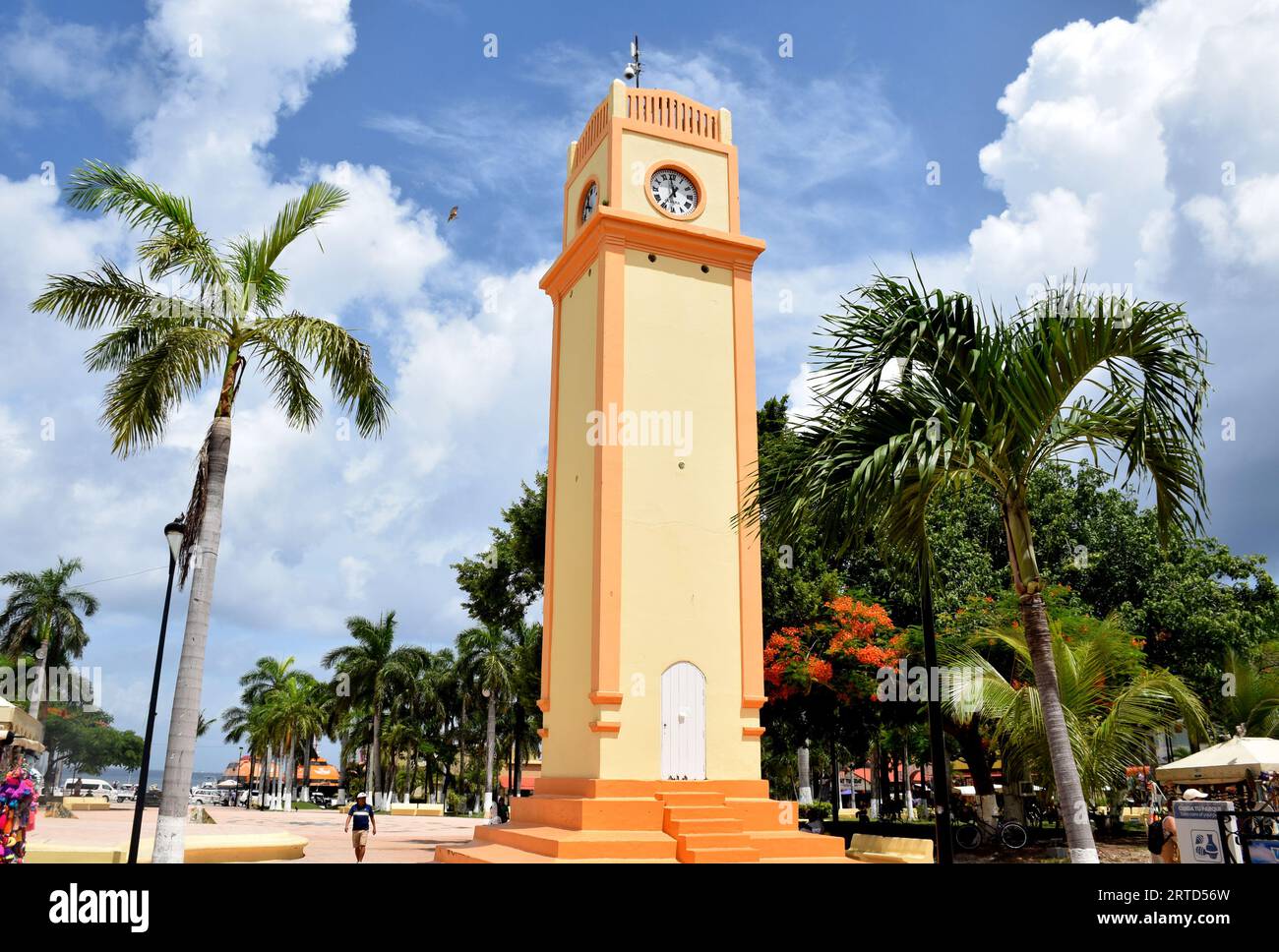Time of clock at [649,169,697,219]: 11:35
